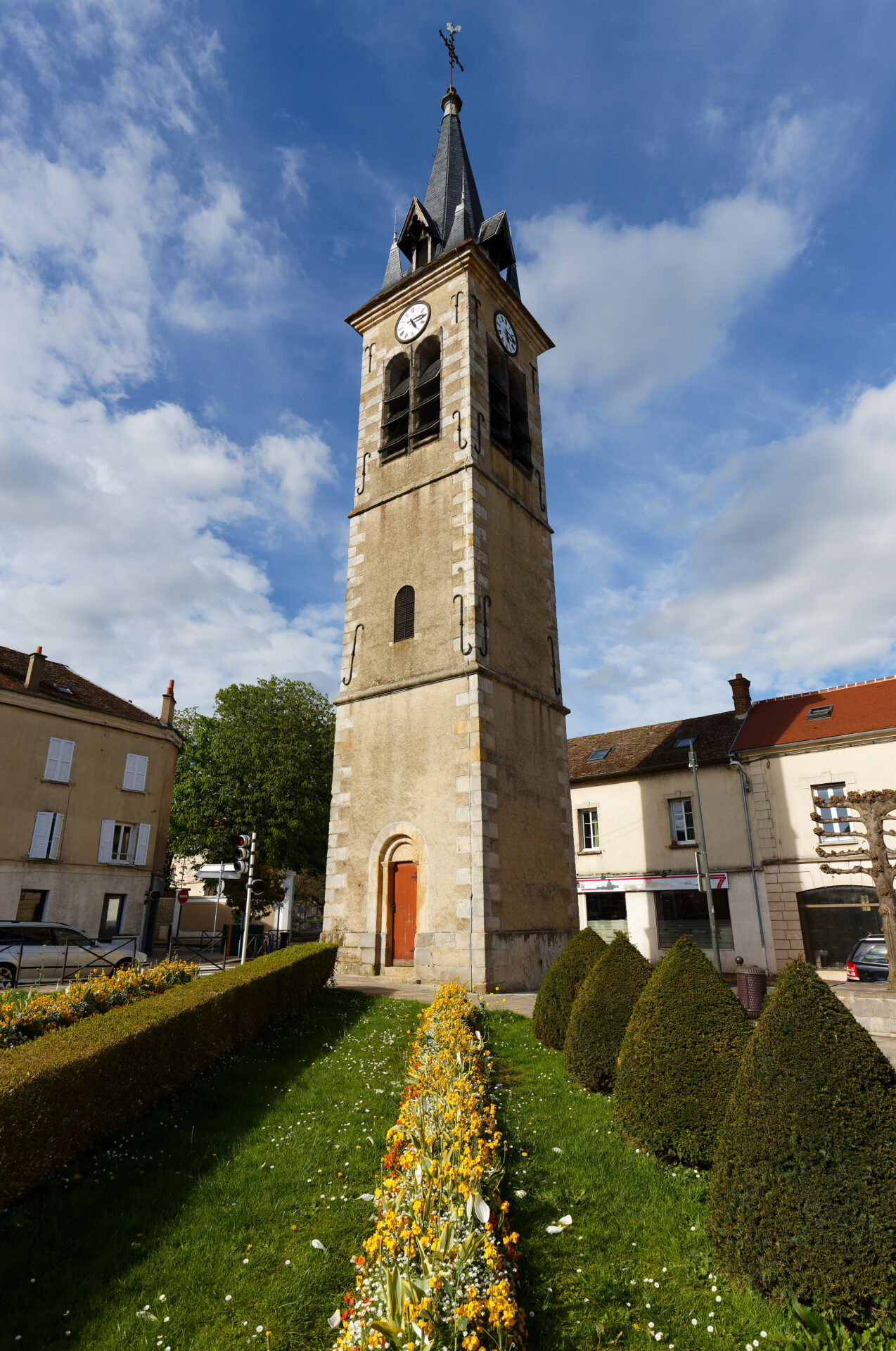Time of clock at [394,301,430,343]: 5:14
